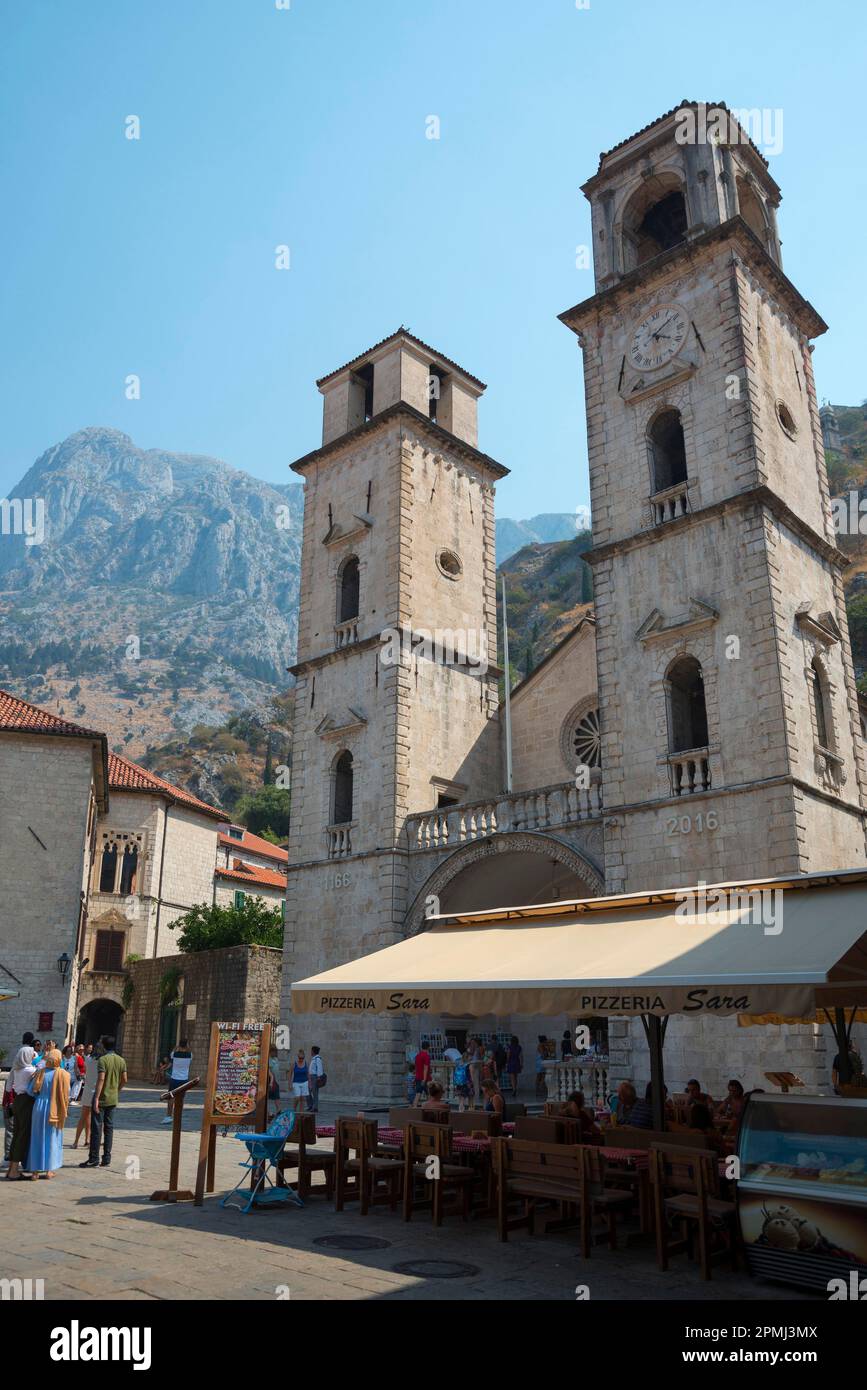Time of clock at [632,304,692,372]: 4:09
